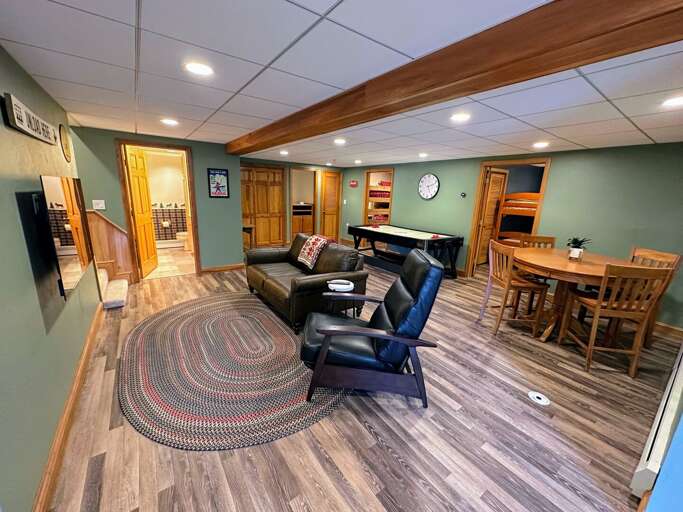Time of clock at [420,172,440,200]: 5:11
